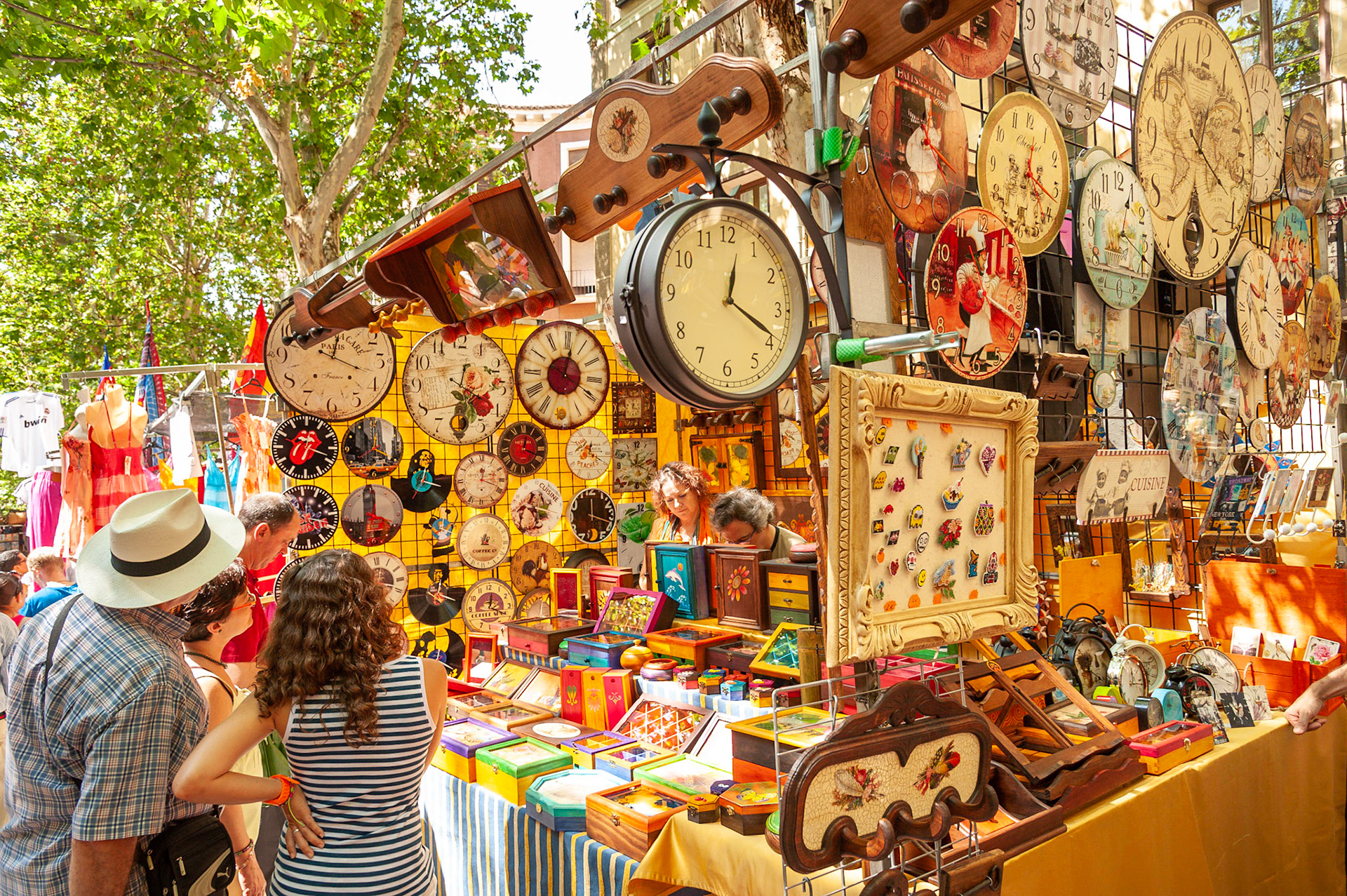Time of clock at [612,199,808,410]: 12:19
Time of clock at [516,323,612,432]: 12:19
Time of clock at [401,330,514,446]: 12:19
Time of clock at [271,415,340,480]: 7:18
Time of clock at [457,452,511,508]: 12:18
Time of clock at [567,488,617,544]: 12:18
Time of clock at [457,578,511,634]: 12:20
